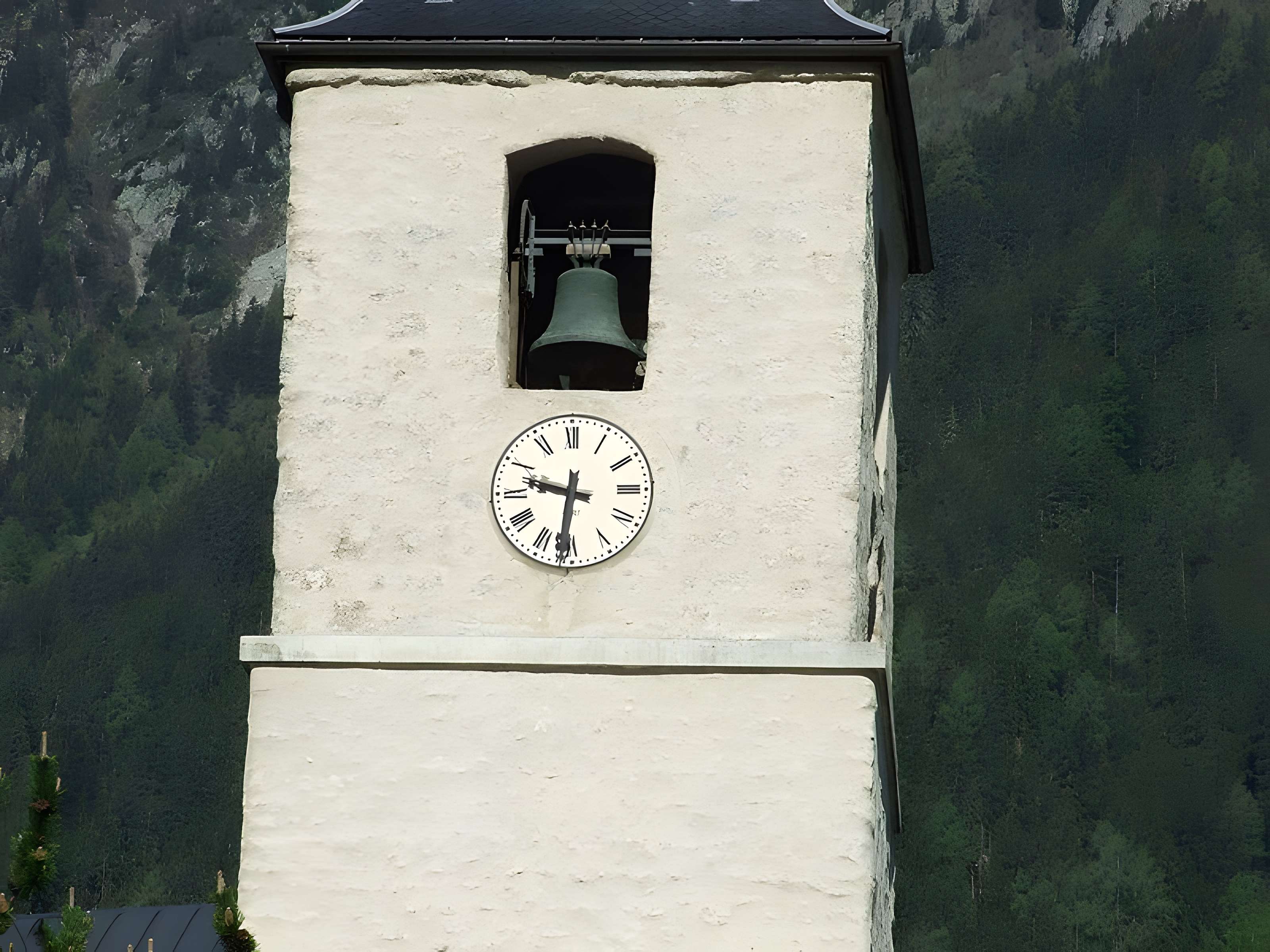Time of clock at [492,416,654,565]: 9:31
